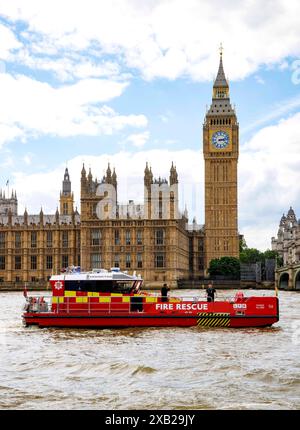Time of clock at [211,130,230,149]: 3:12
